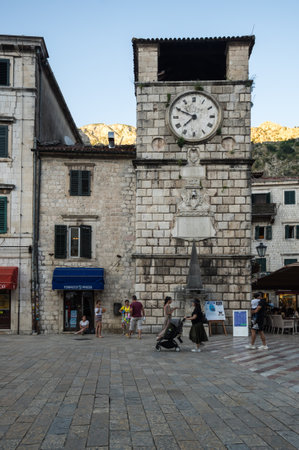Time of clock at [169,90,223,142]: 7:49
